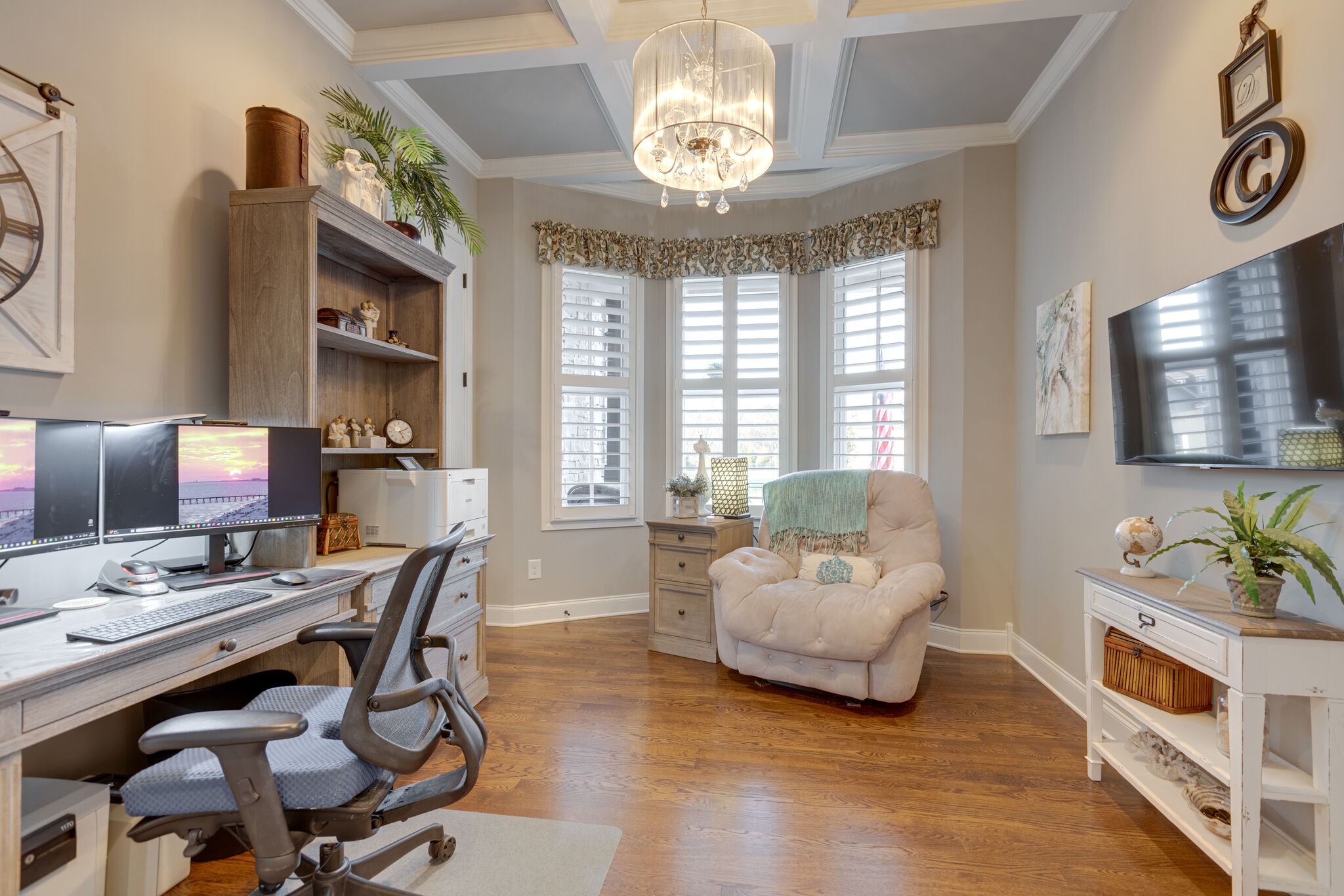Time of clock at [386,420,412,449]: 5:11
